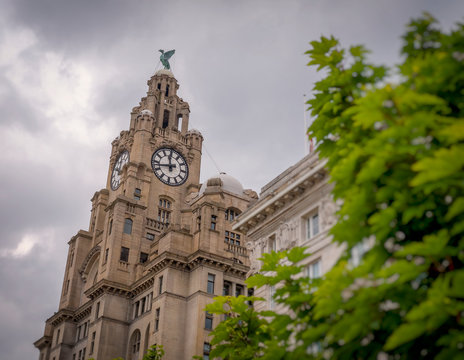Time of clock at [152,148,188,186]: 11:42
